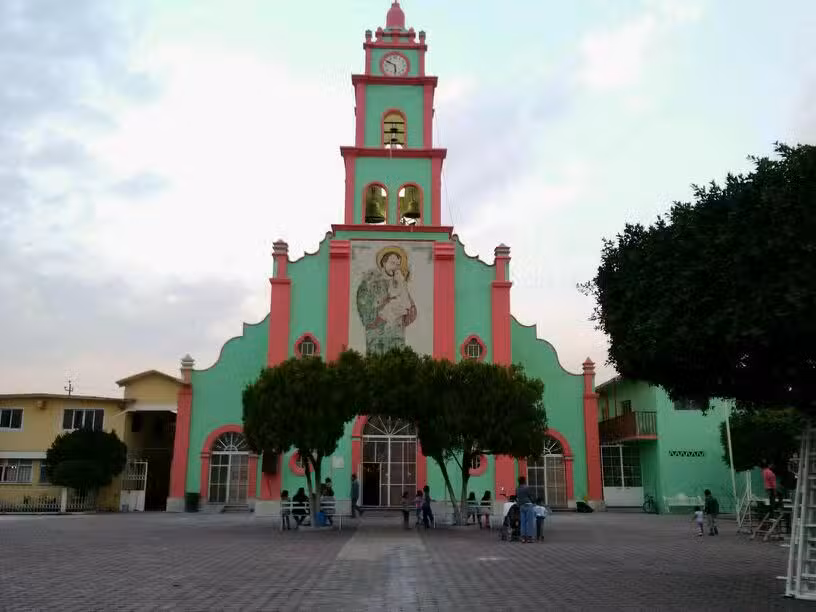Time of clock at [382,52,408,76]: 5:49
